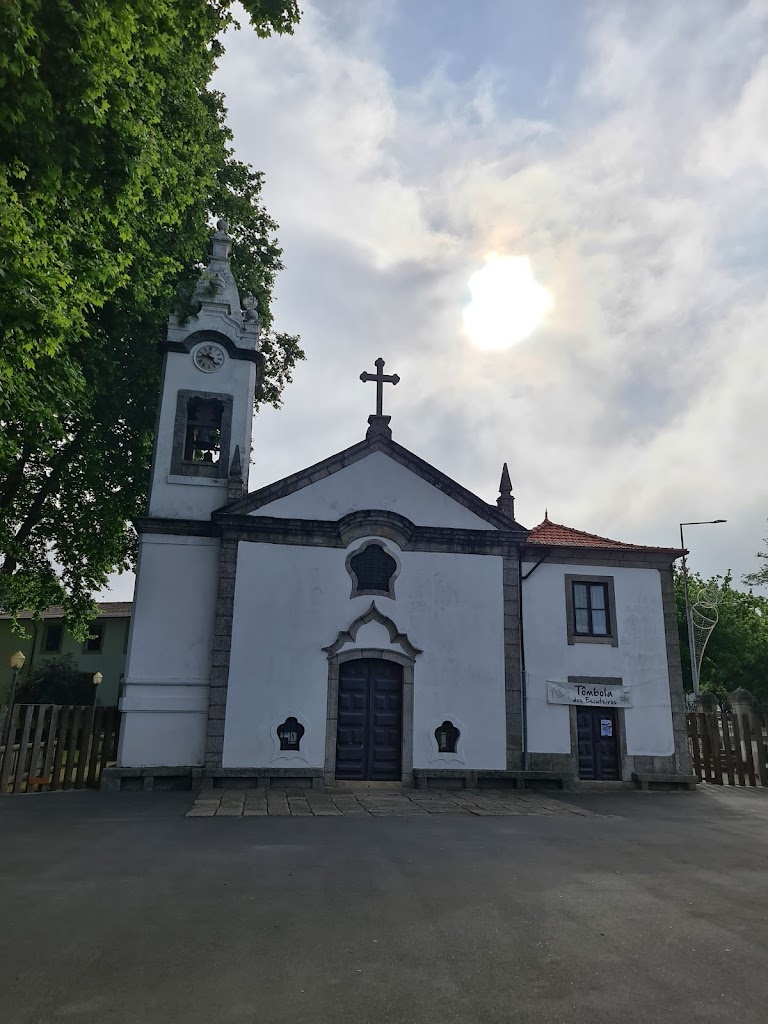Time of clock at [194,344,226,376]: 9:22
